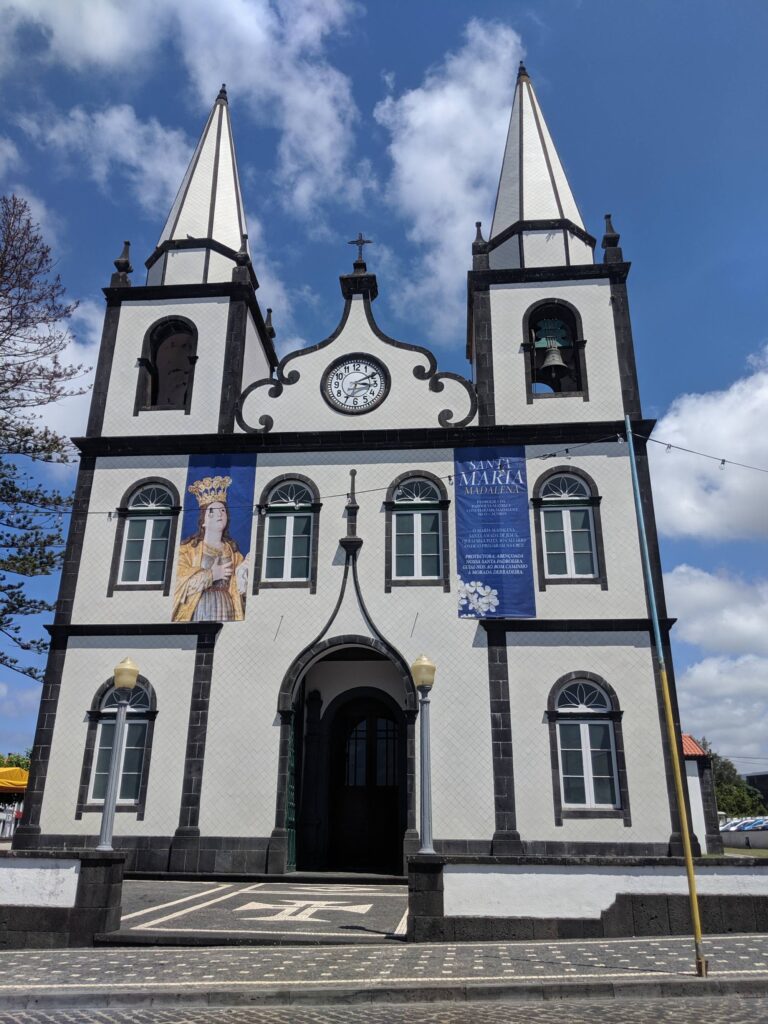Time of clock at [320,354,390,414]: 3:10
